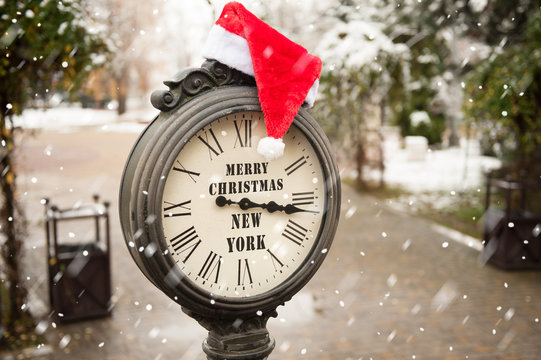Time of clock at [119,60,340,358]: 3:16
